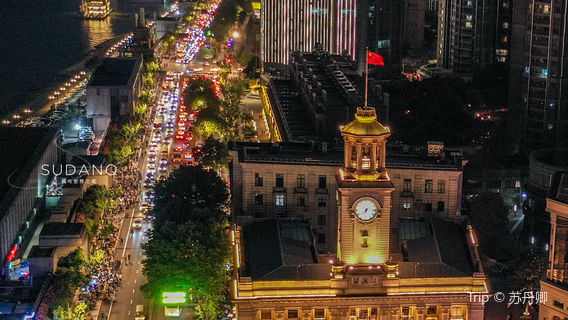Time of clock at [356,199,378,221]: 6:37
